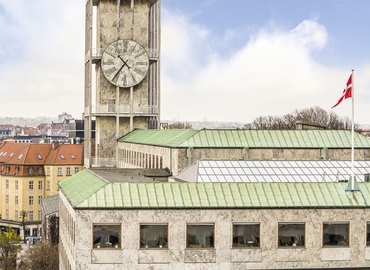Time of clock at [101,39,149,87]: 10:36
